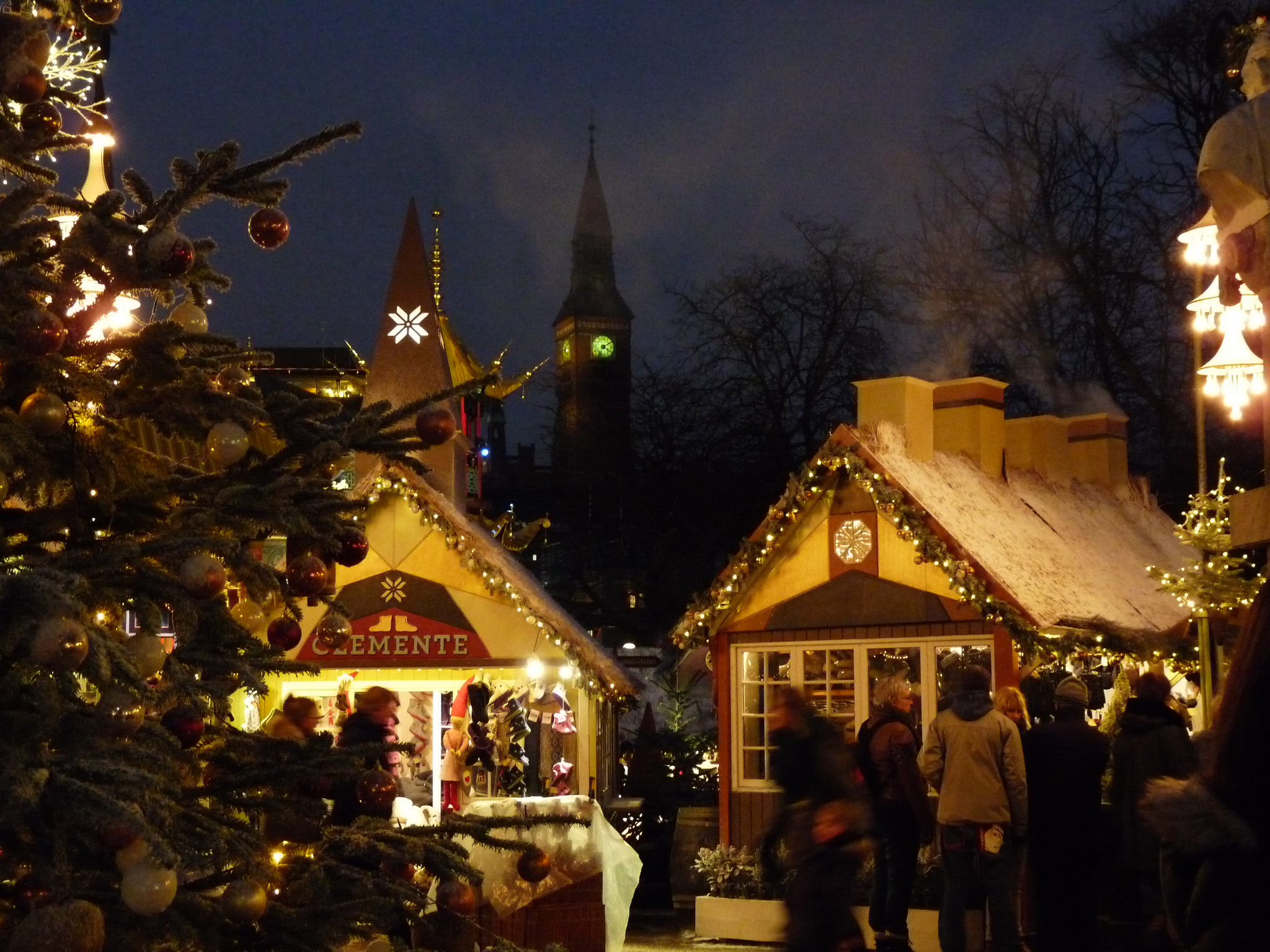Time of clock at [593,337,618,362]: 4:09
